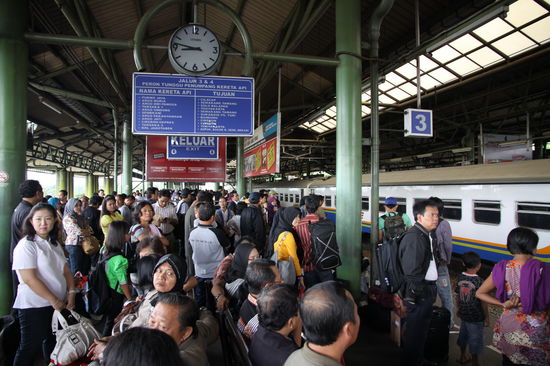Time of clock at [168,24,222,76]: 8:46
